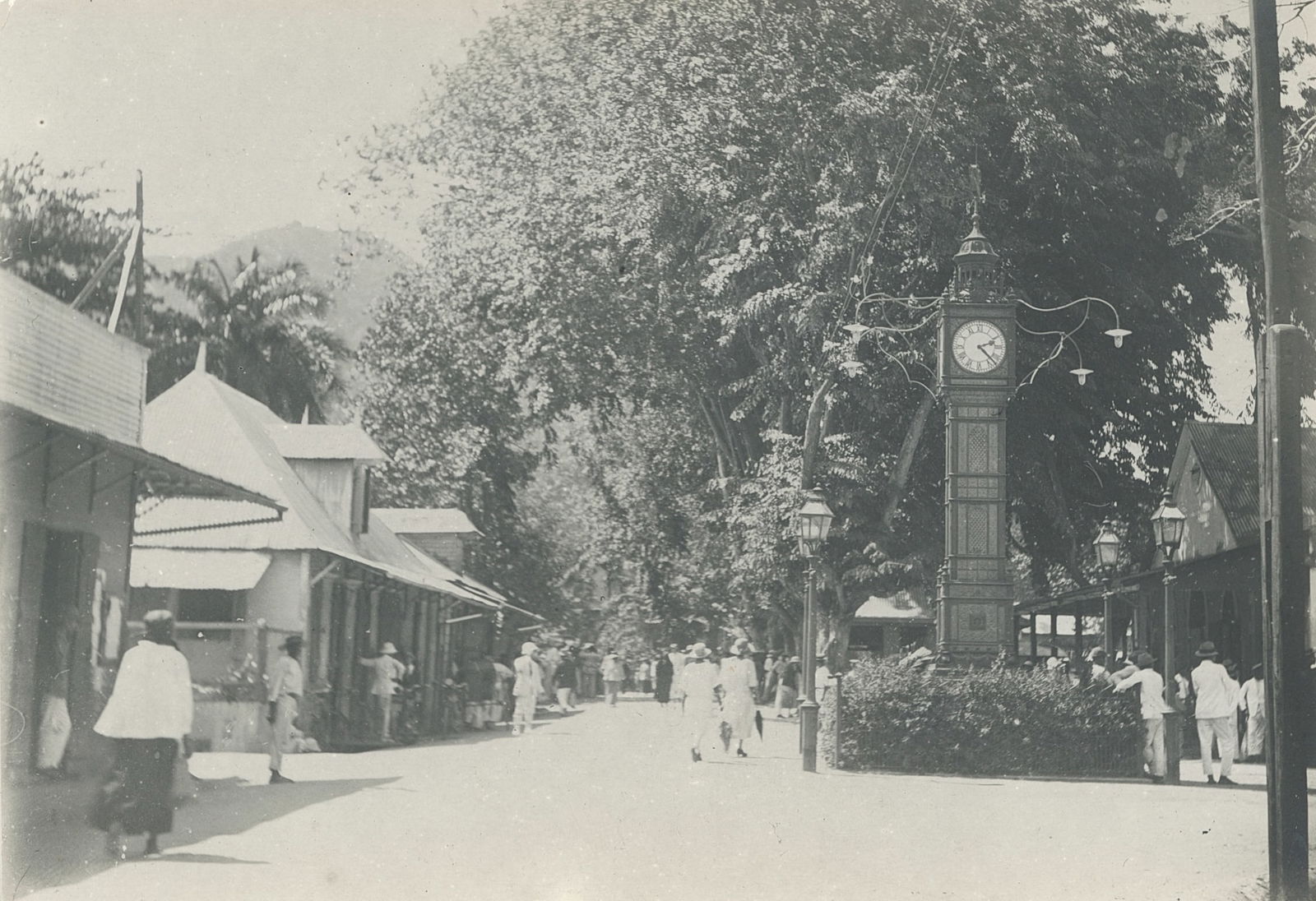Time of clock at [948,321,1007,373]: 2:22
